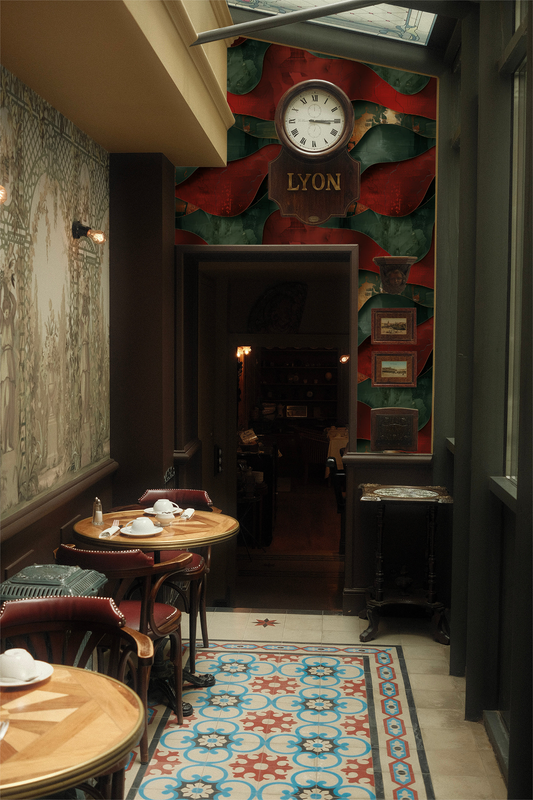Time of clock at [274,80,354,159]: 3:14
